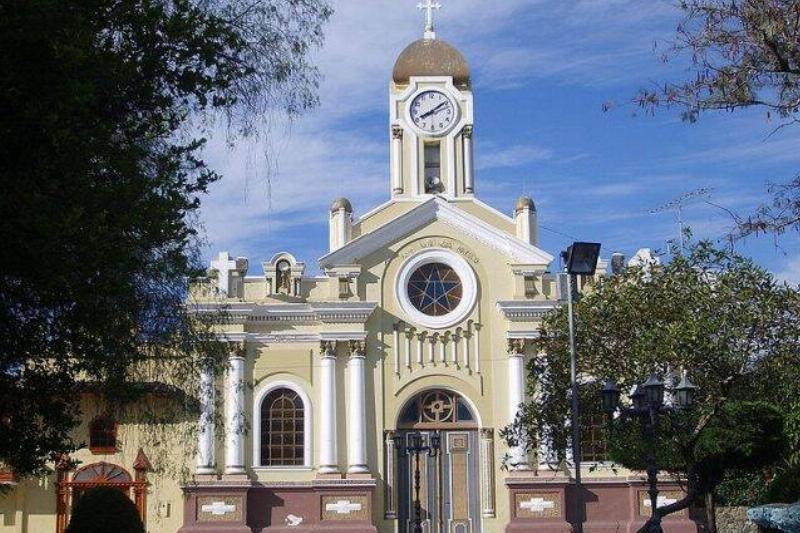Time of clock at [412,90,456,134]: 8:09
